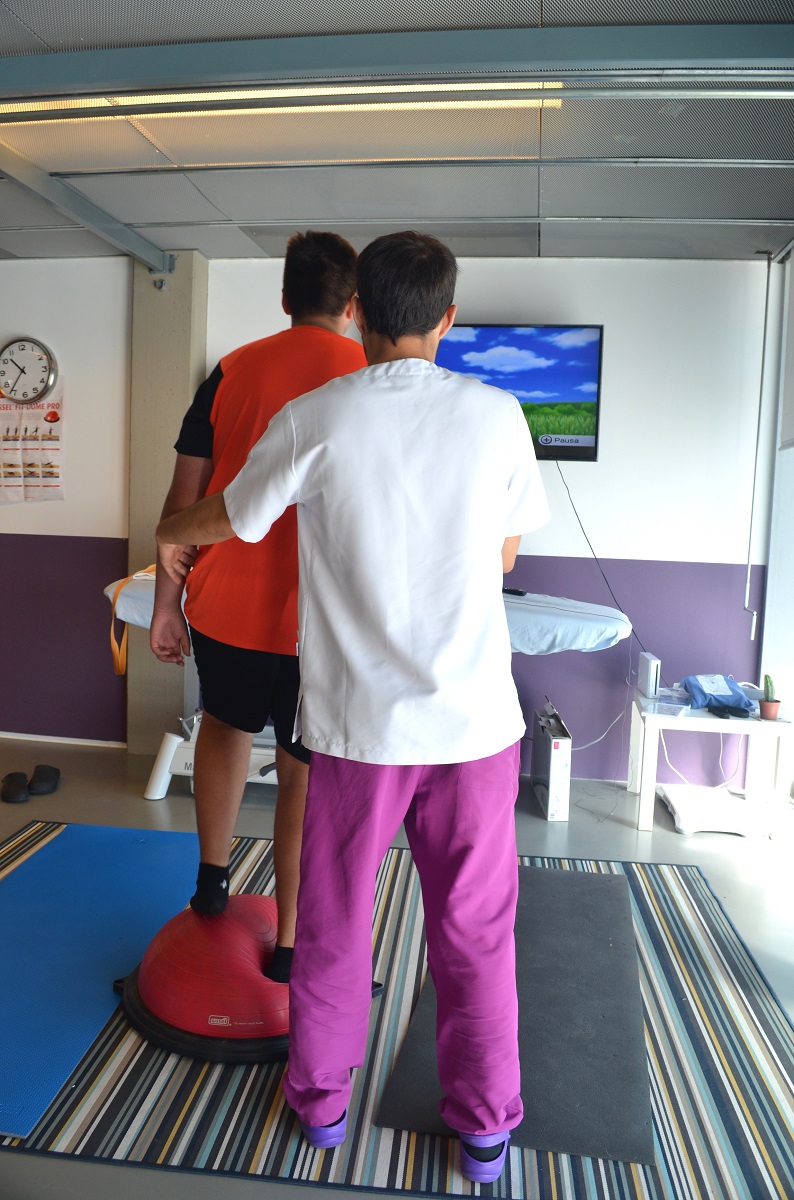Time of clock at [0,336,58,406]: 10:36
